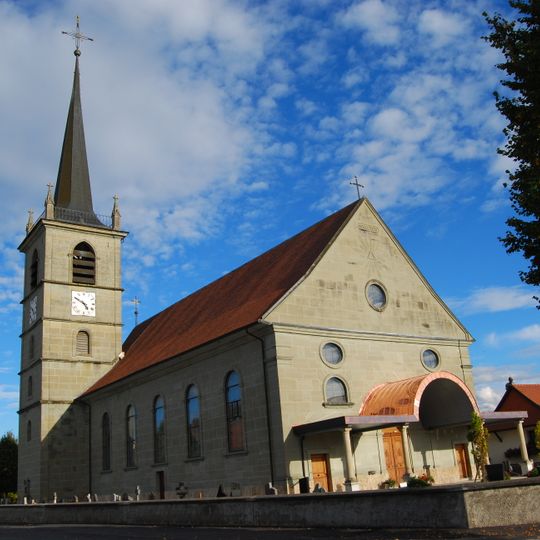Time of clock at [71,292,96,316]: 4:50
